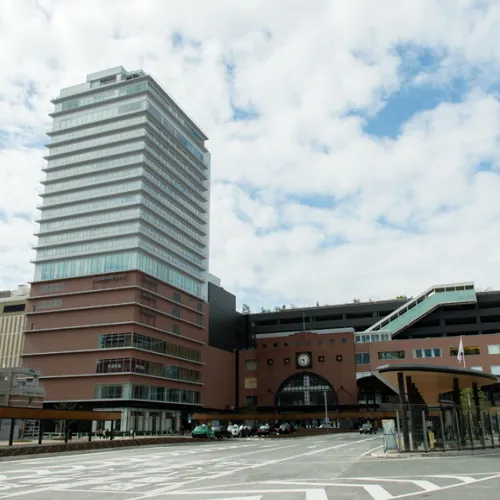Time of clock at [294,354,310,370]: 9:28
